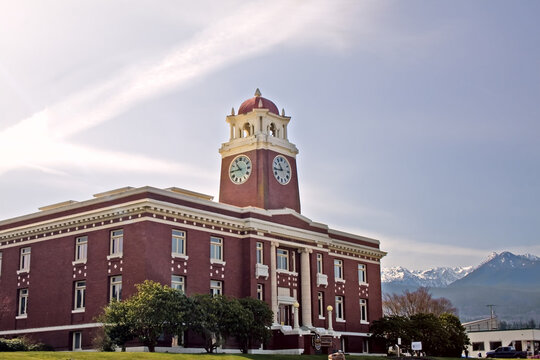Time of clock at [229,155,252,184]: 10:44
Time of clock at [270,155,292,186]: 10:43
